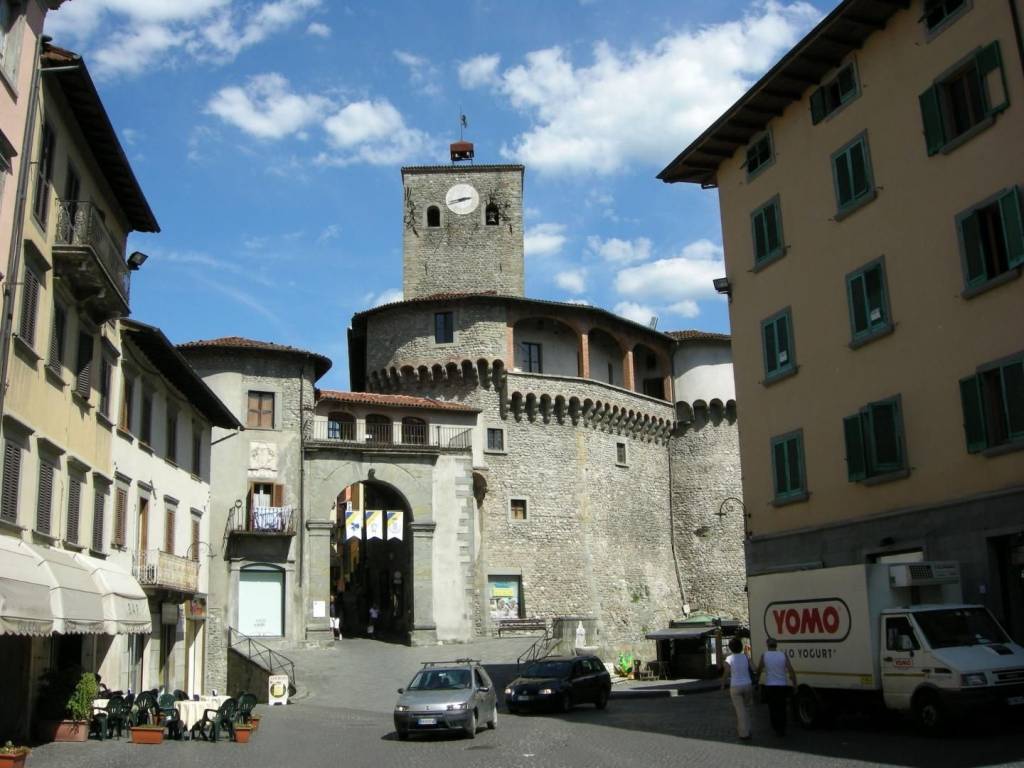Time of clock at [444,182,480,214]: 2:42
